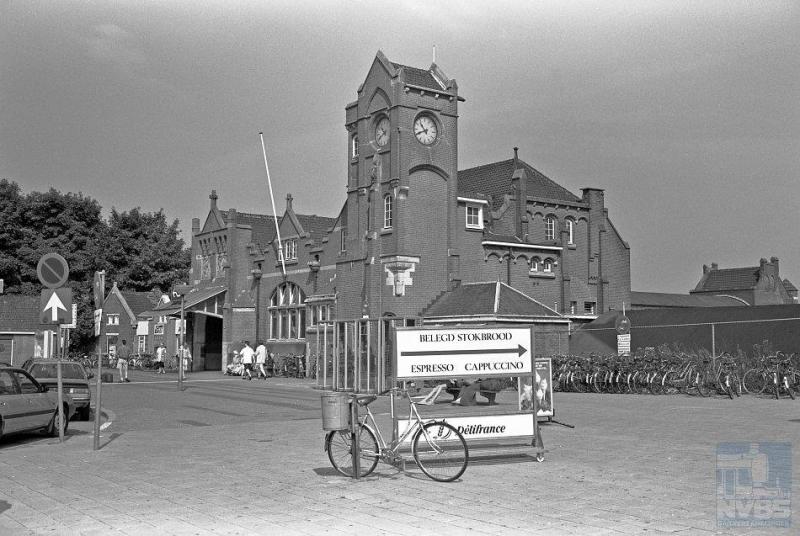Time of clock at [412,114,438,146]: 10:41
